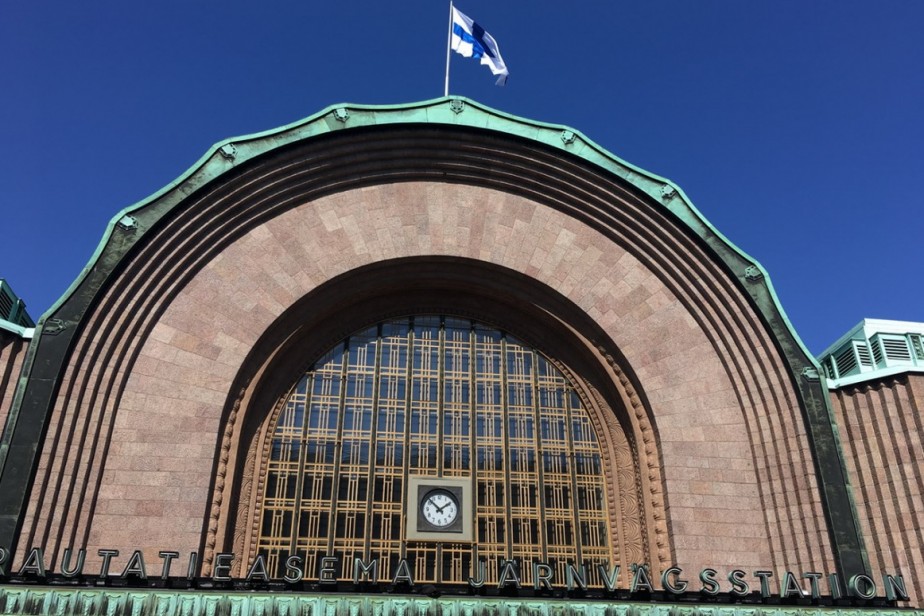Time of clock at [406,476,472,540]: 1:52
